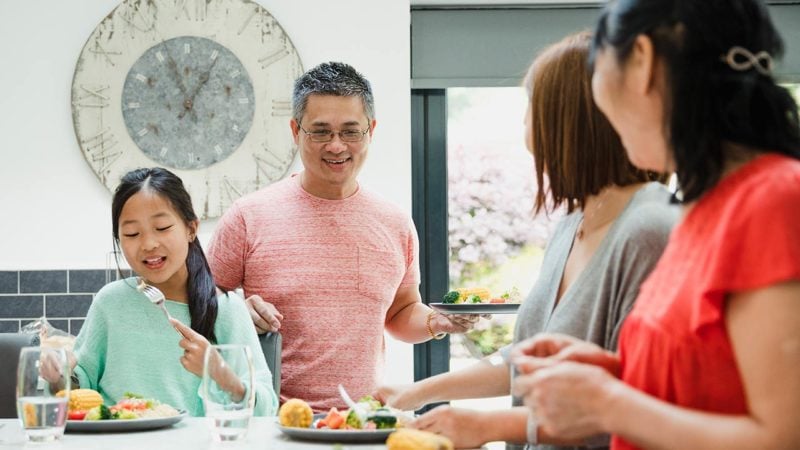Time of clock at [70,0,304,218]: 12:56
